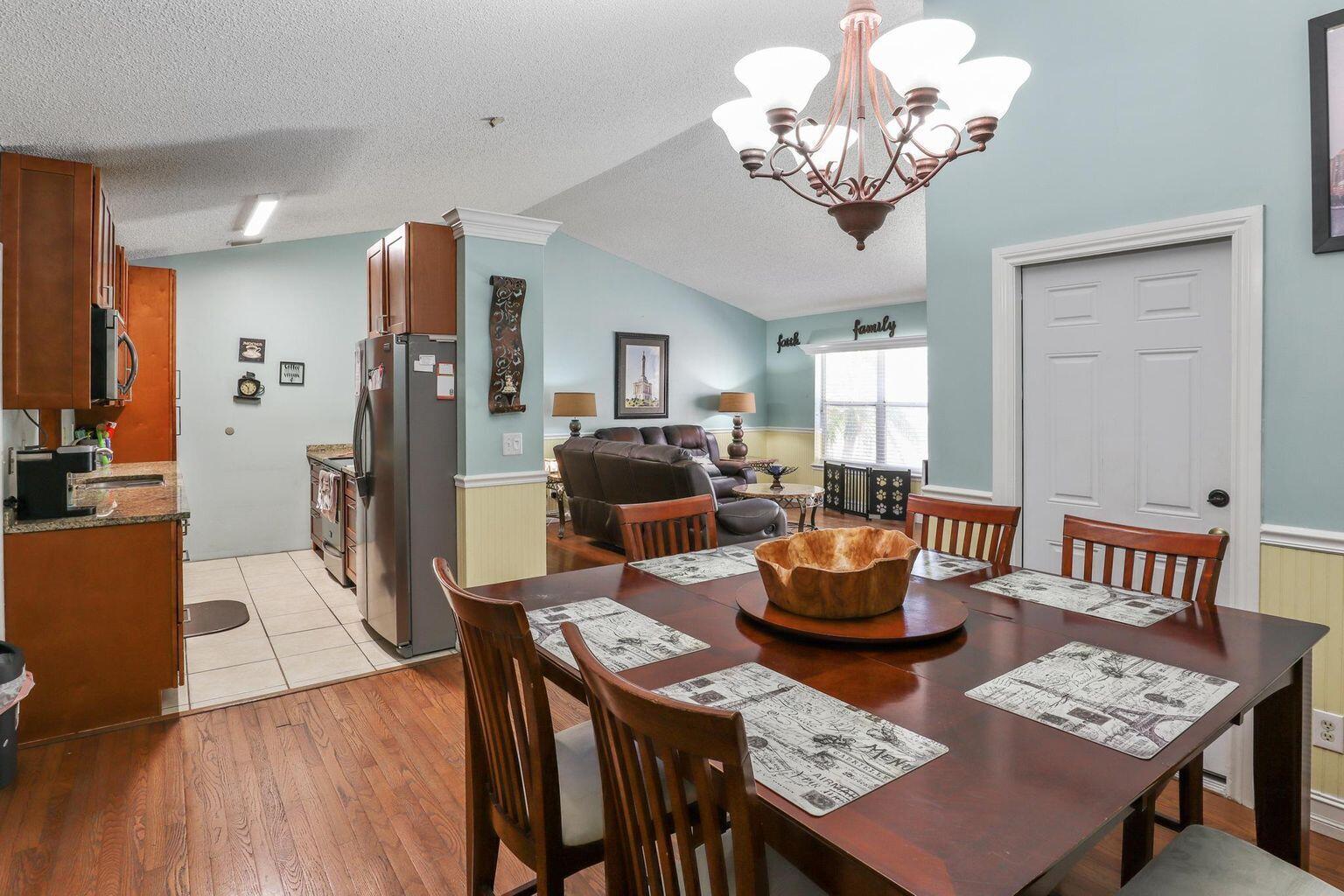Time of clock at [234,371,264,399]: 10:28
